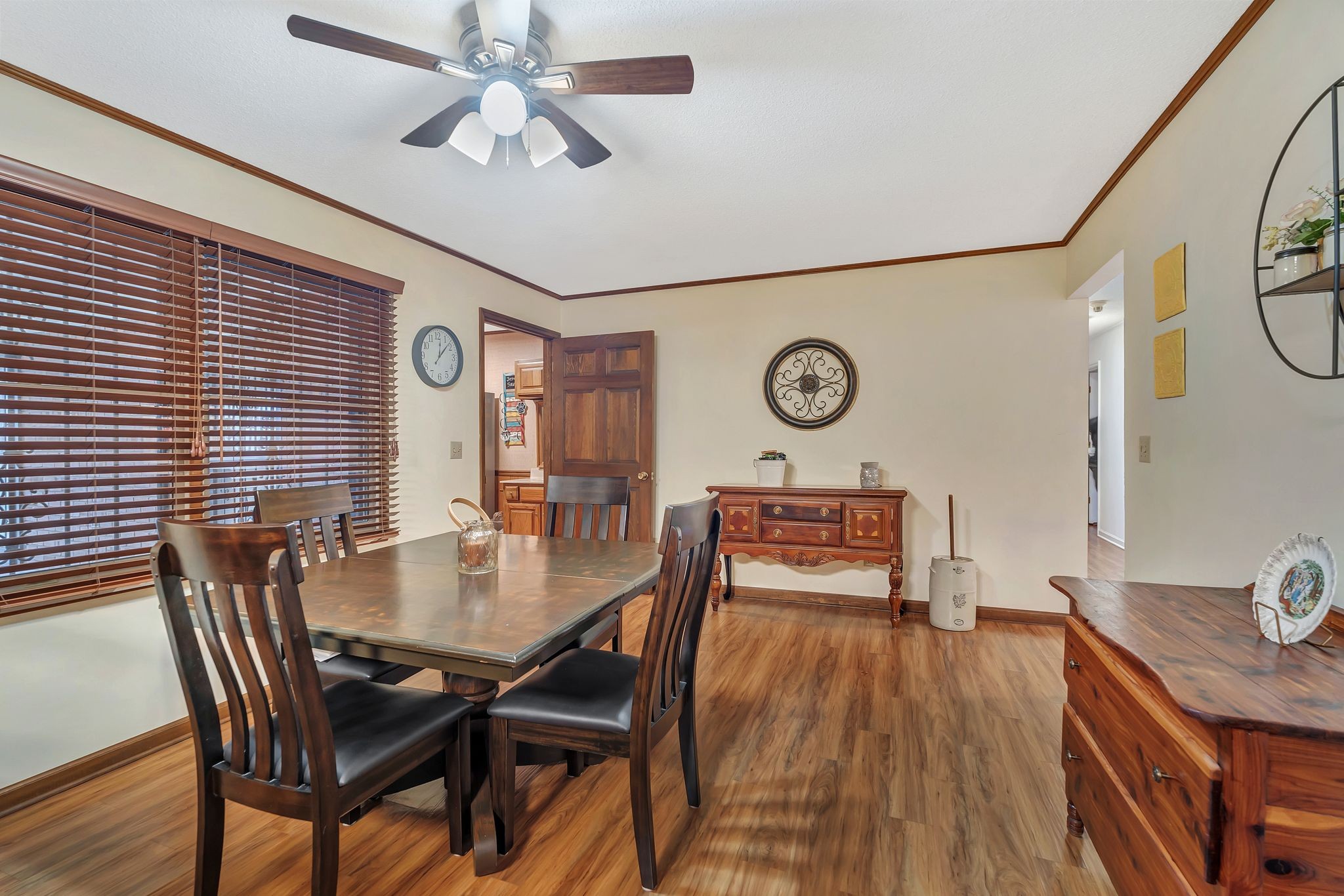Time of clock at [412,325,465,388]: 12:07
